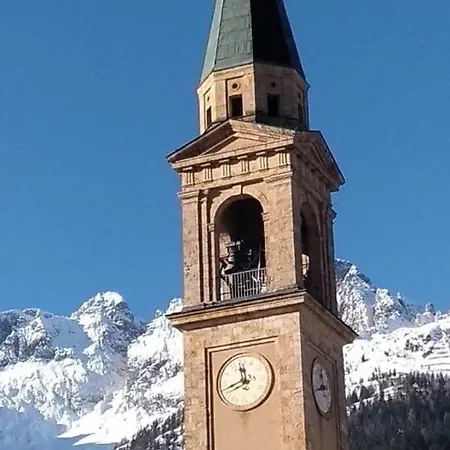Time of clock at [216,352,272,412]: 11:41
